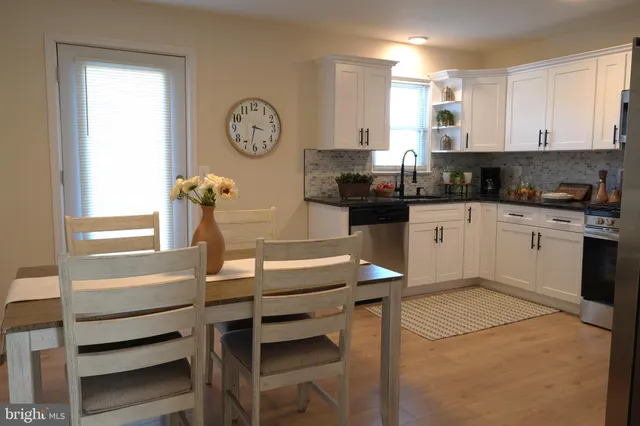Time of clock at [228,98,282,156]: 3:32
